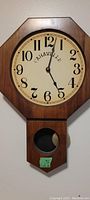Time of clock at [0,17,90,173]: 5:02
